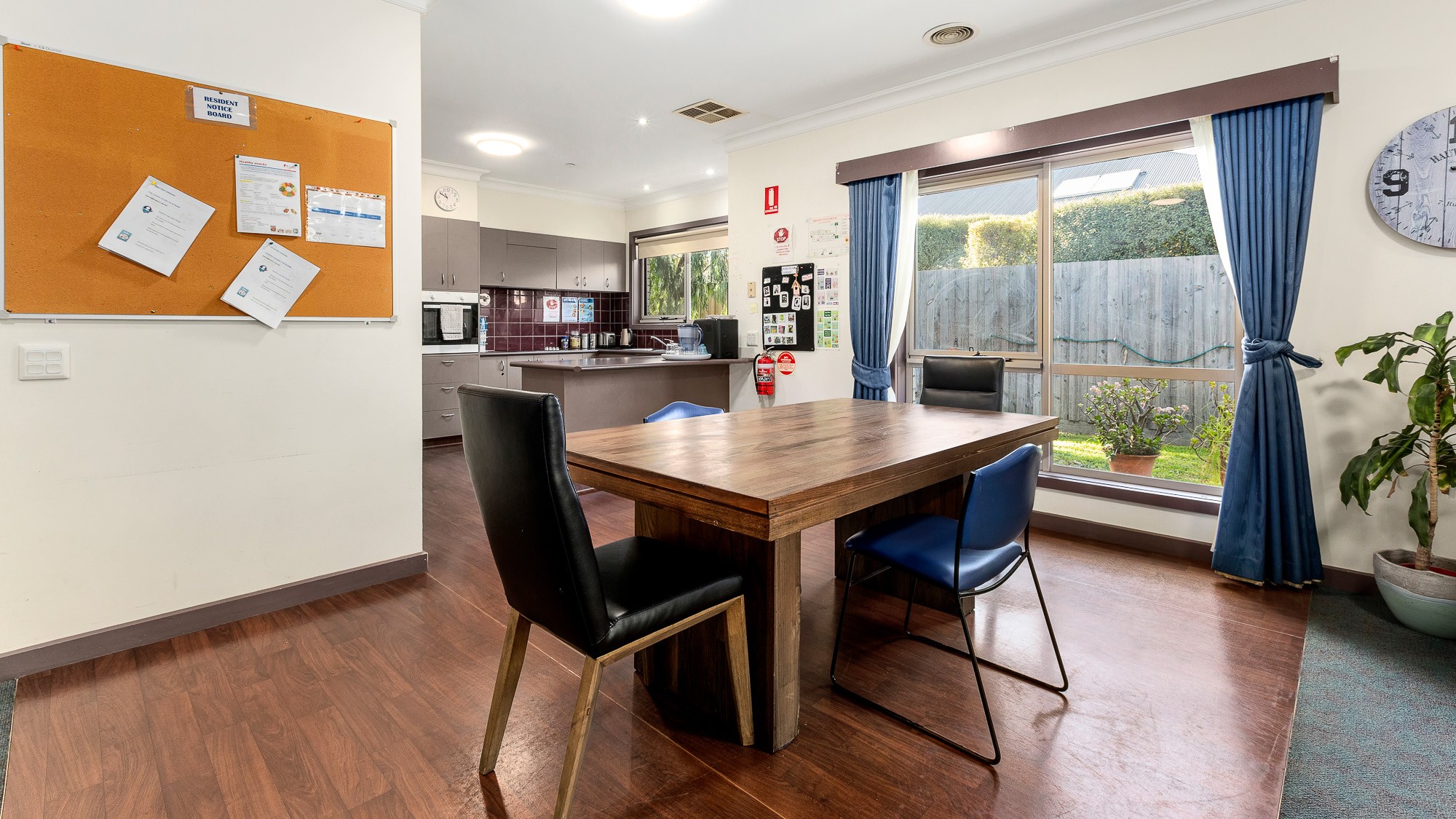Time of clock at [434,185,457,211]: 10:49
